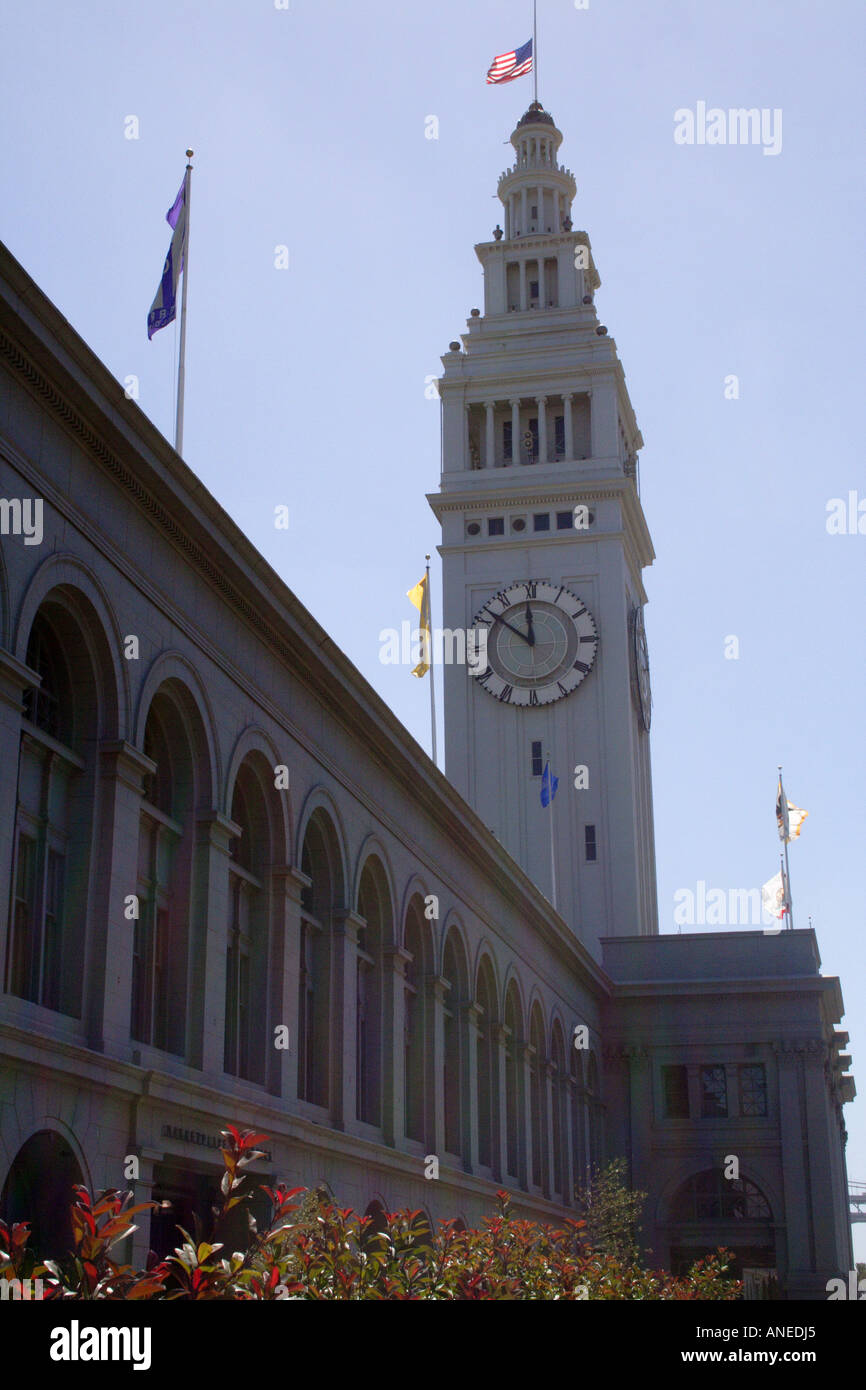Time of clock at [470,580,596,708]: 11:51
